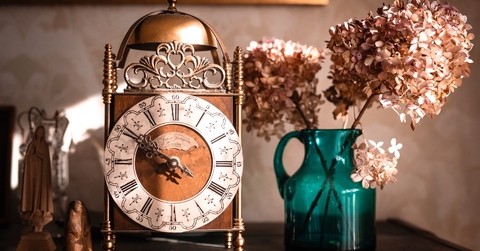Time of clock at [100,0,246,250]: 9:50
